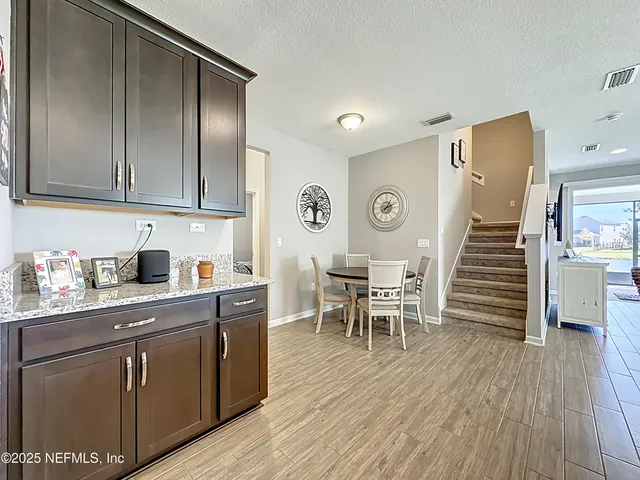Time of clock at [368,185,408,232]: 1:11
